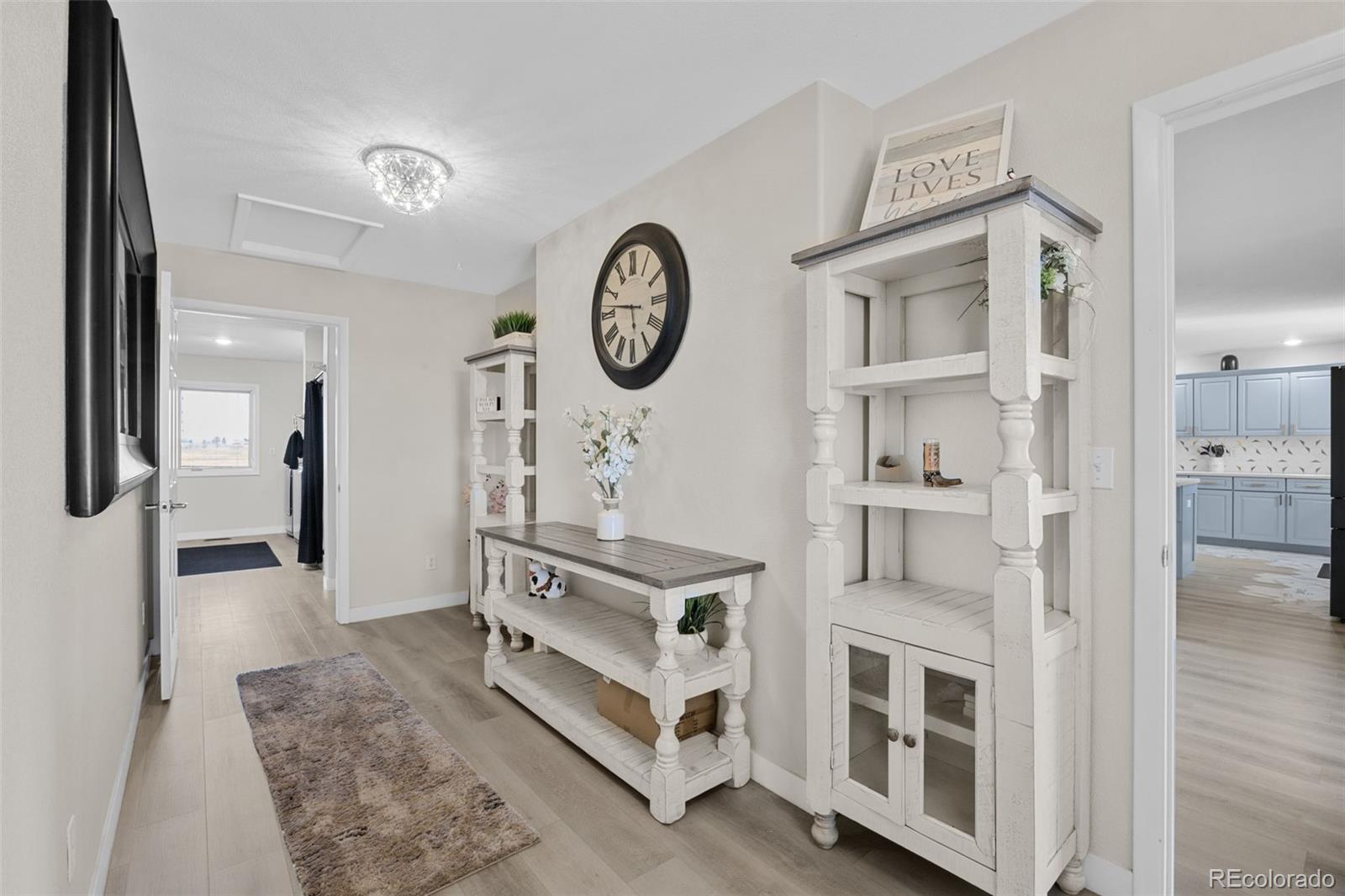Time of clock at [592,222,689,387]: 5:46
